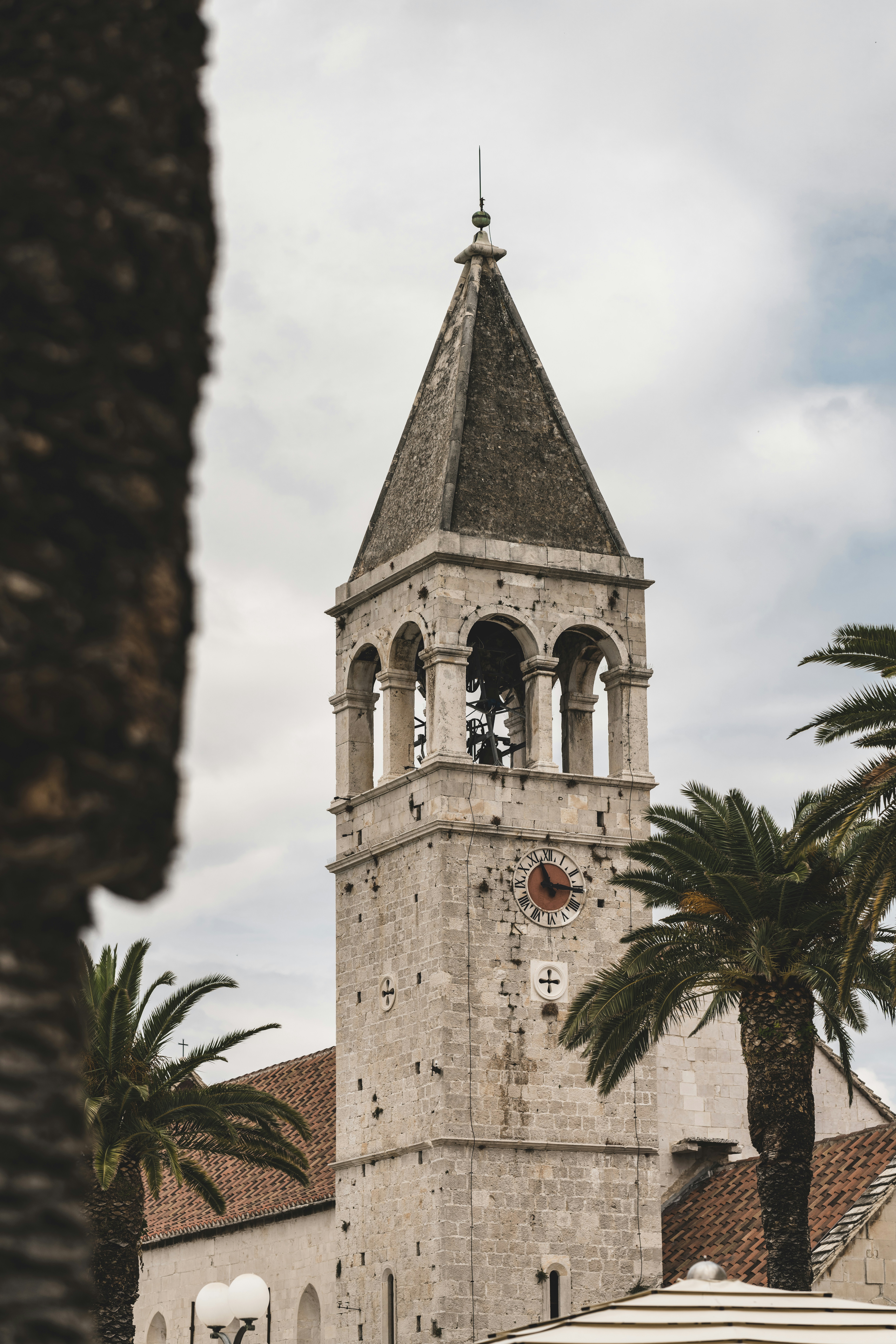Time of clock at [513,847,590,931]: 11:15
